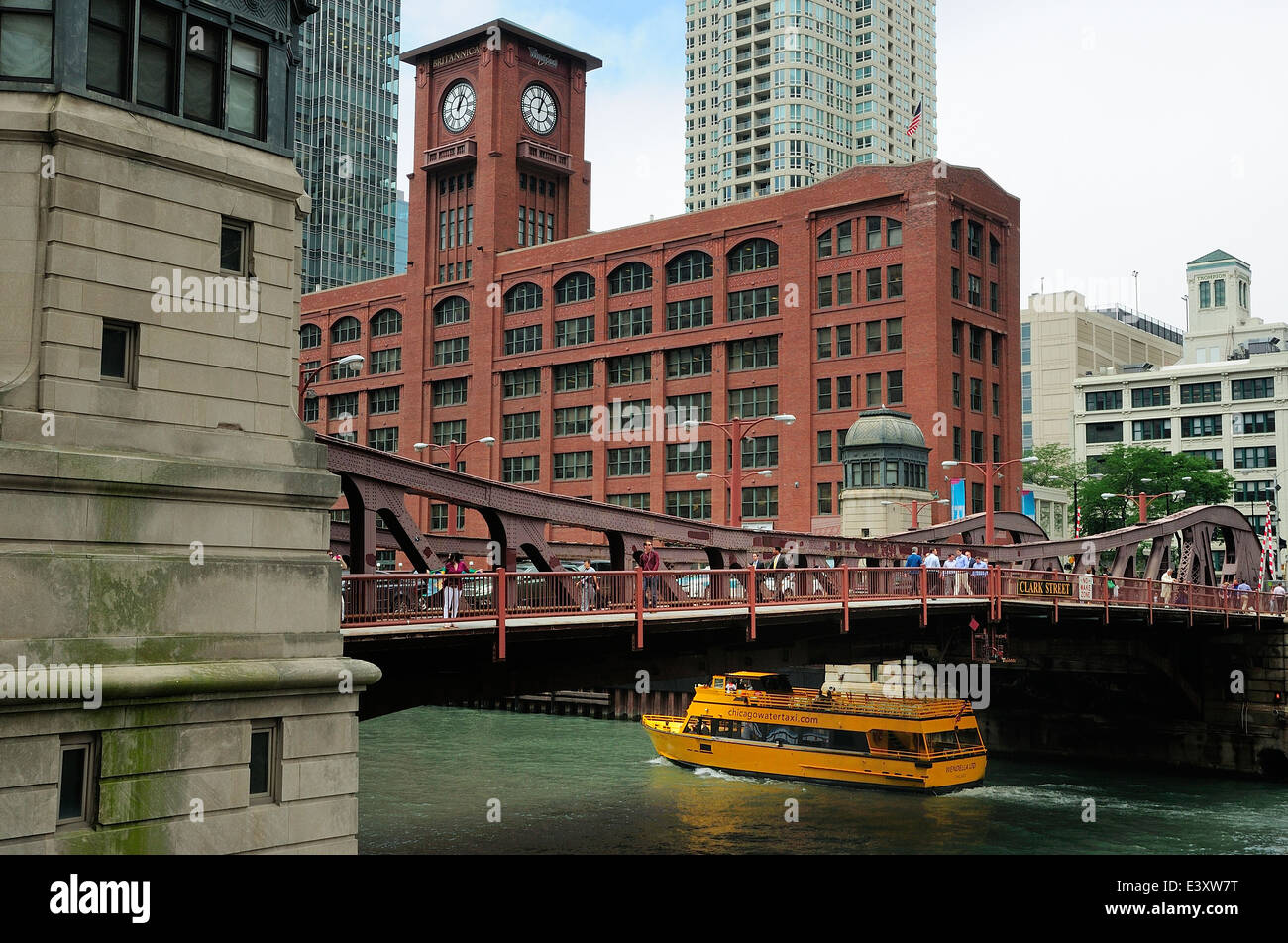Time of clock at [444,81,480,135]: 1:02
